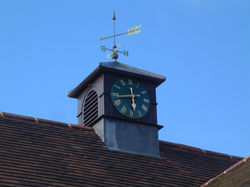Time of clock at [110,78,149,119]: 5:43
